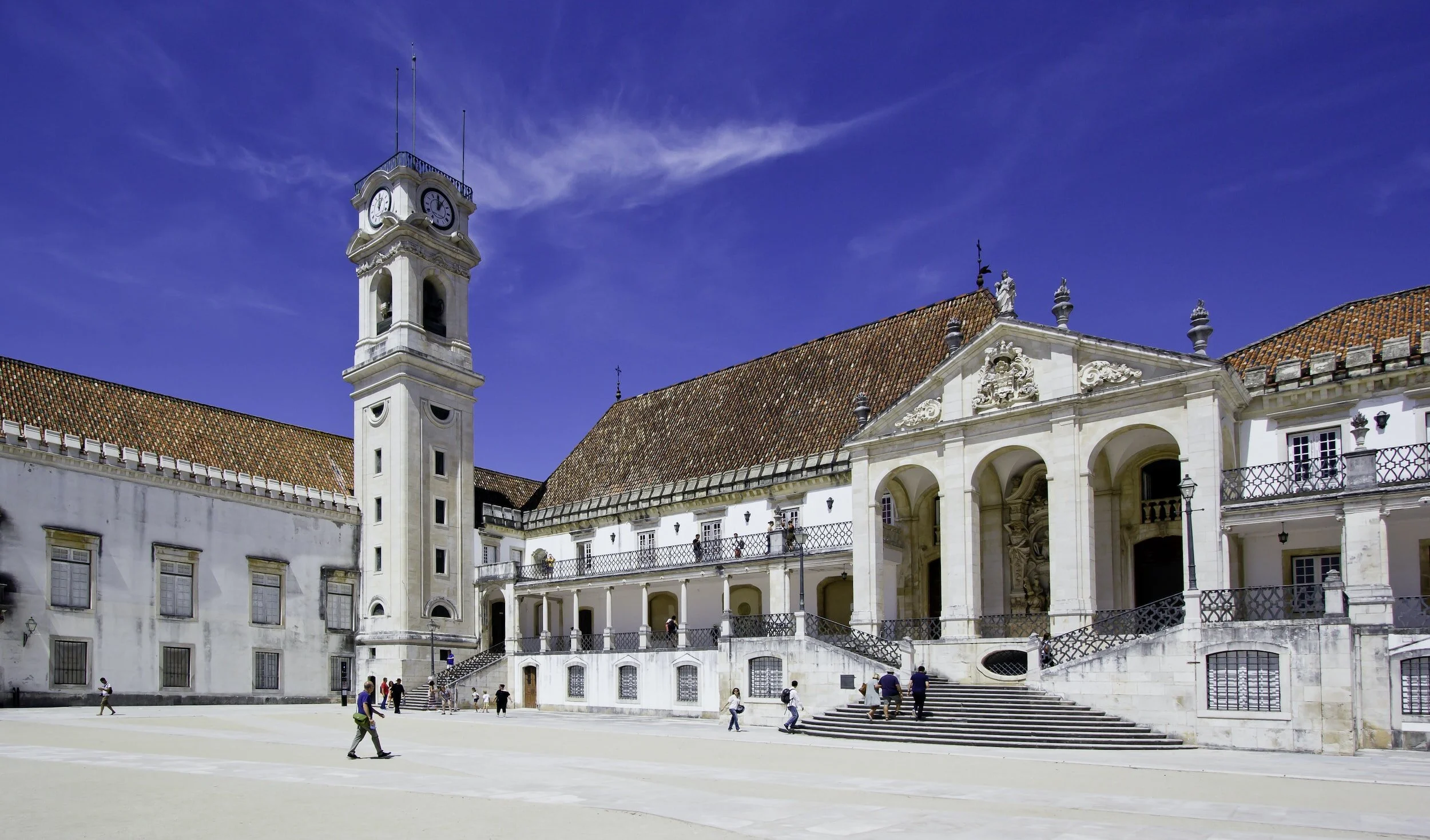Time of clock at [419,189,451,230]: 12:05
